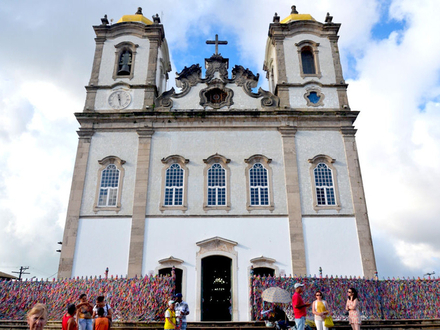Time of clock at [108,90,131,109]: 11:27
